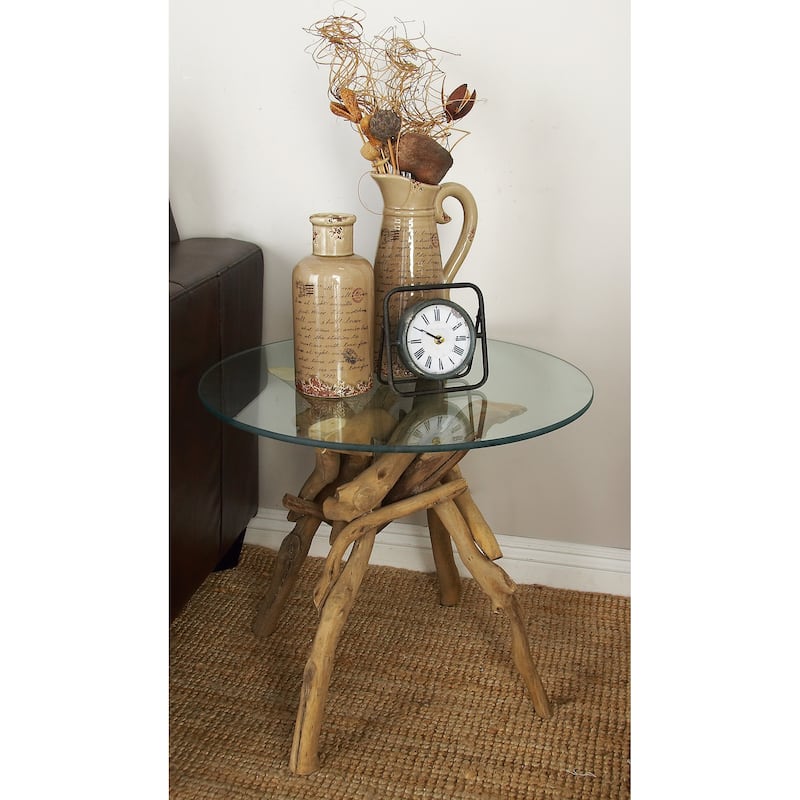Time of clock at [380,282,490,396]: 9:50
